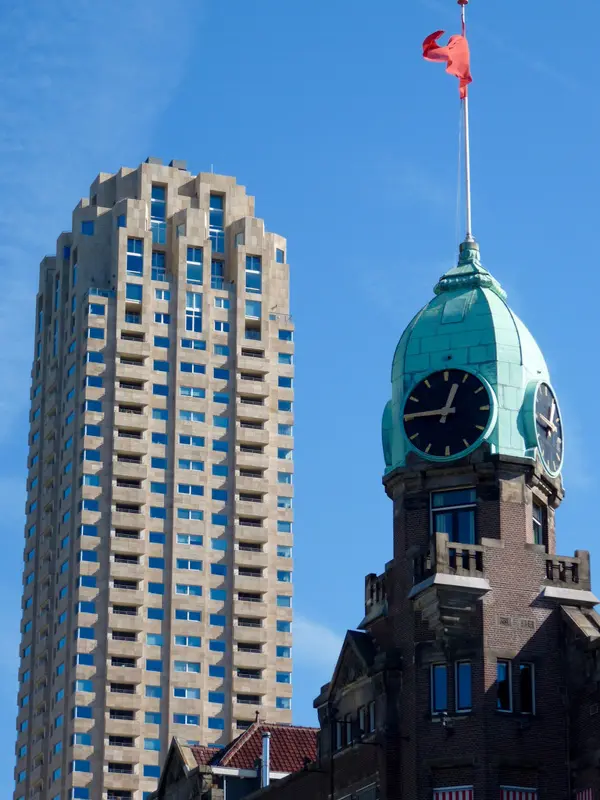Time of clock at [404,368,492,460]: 12:45
